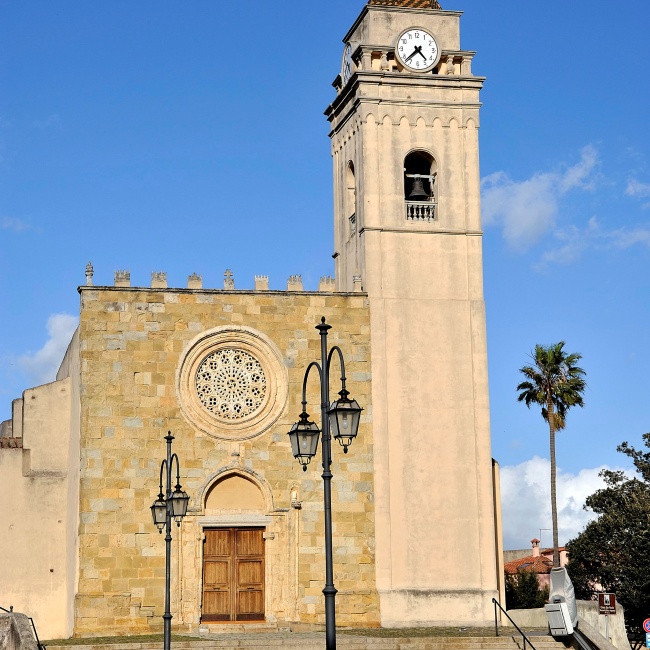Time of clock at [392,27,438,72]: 4:37
